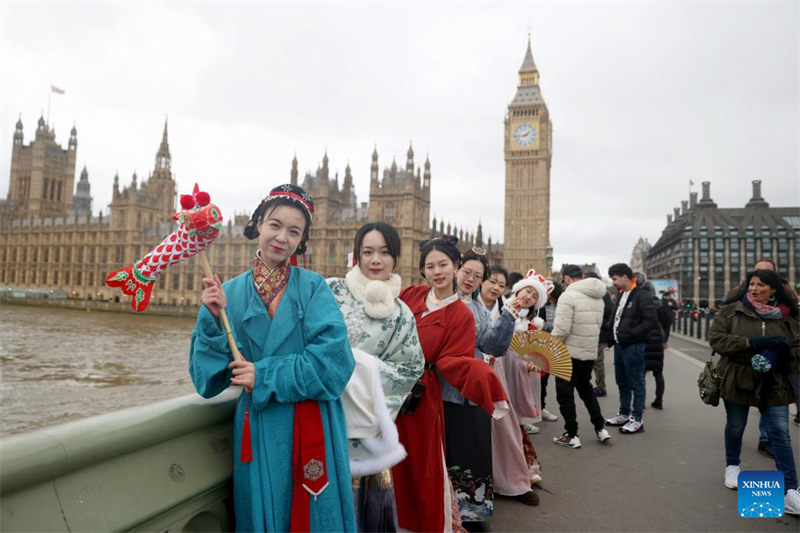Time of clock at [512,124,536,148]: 1:44
